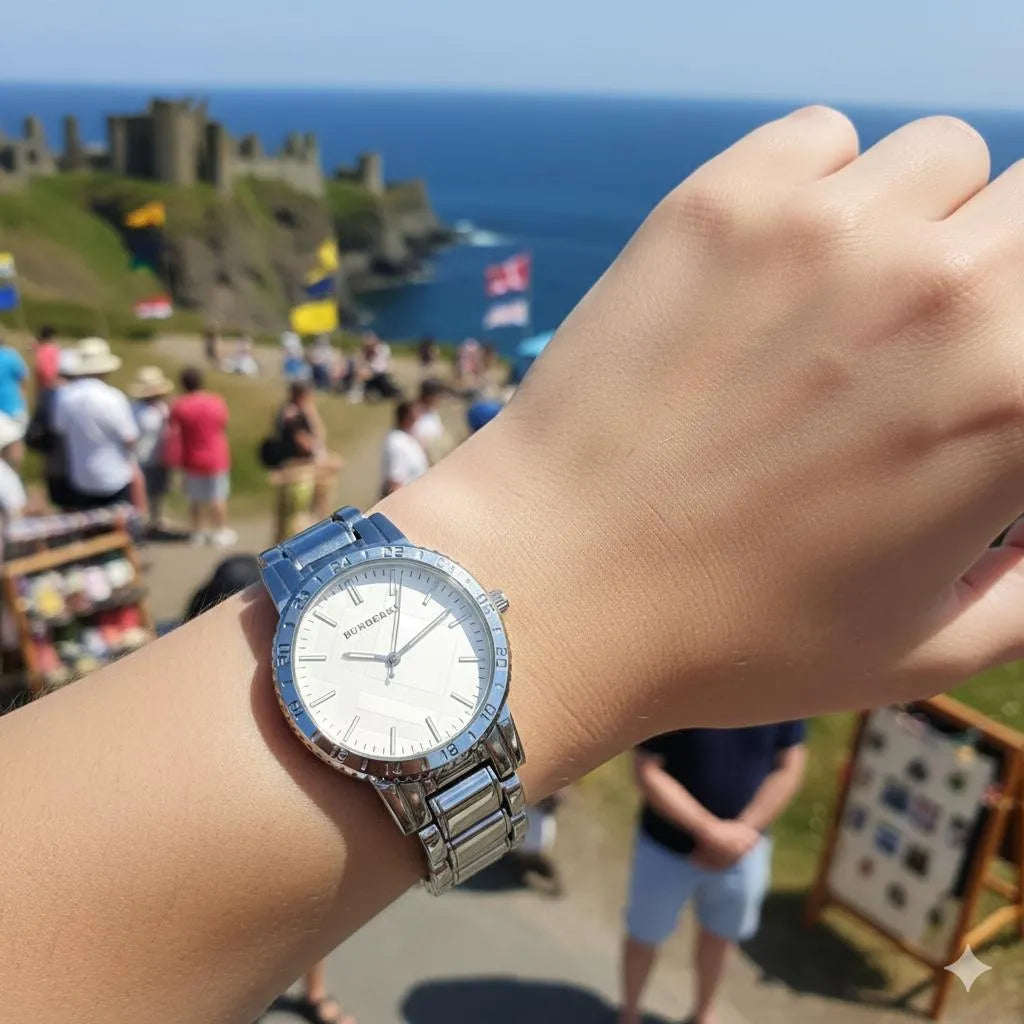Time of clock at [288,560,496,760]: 9:08
